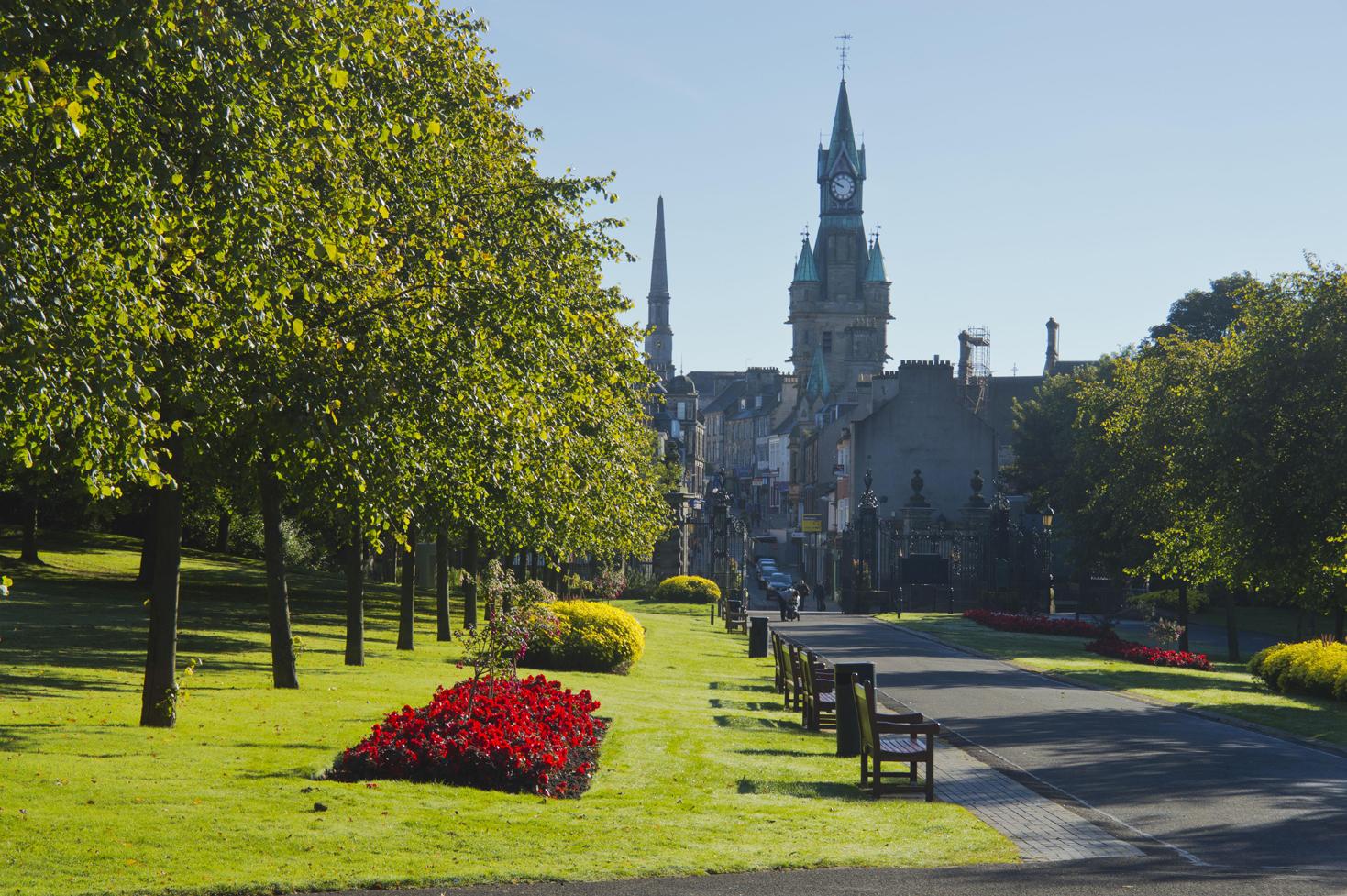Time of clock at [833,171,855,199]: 9:50
